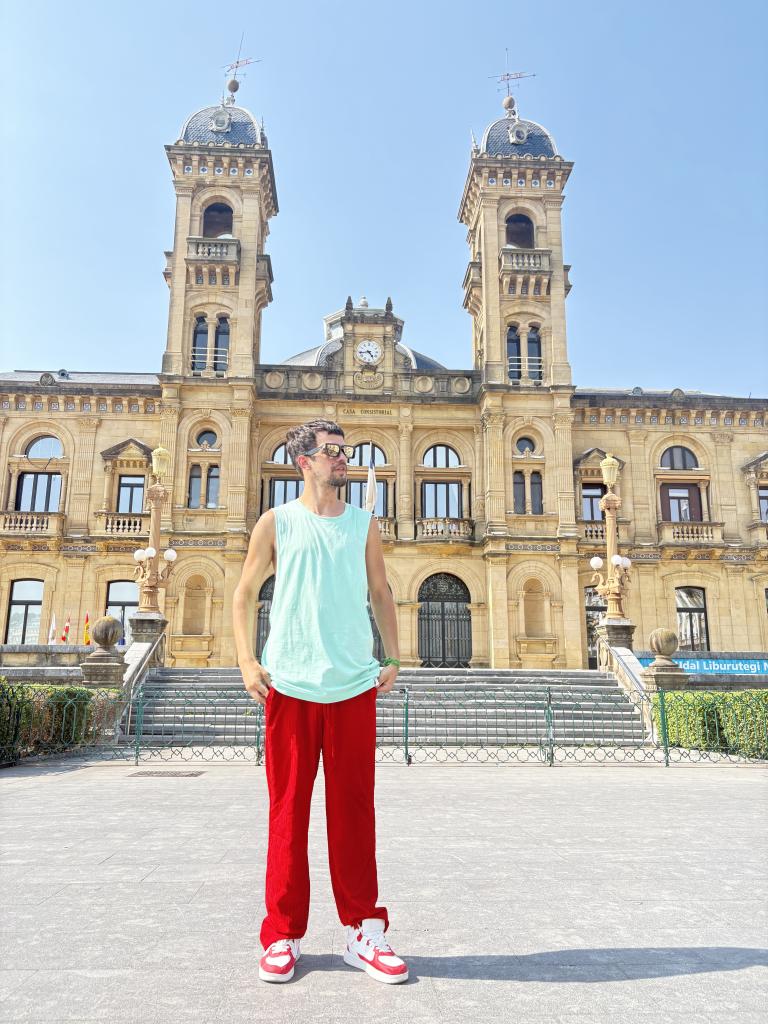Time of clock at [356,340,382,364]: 4:43
